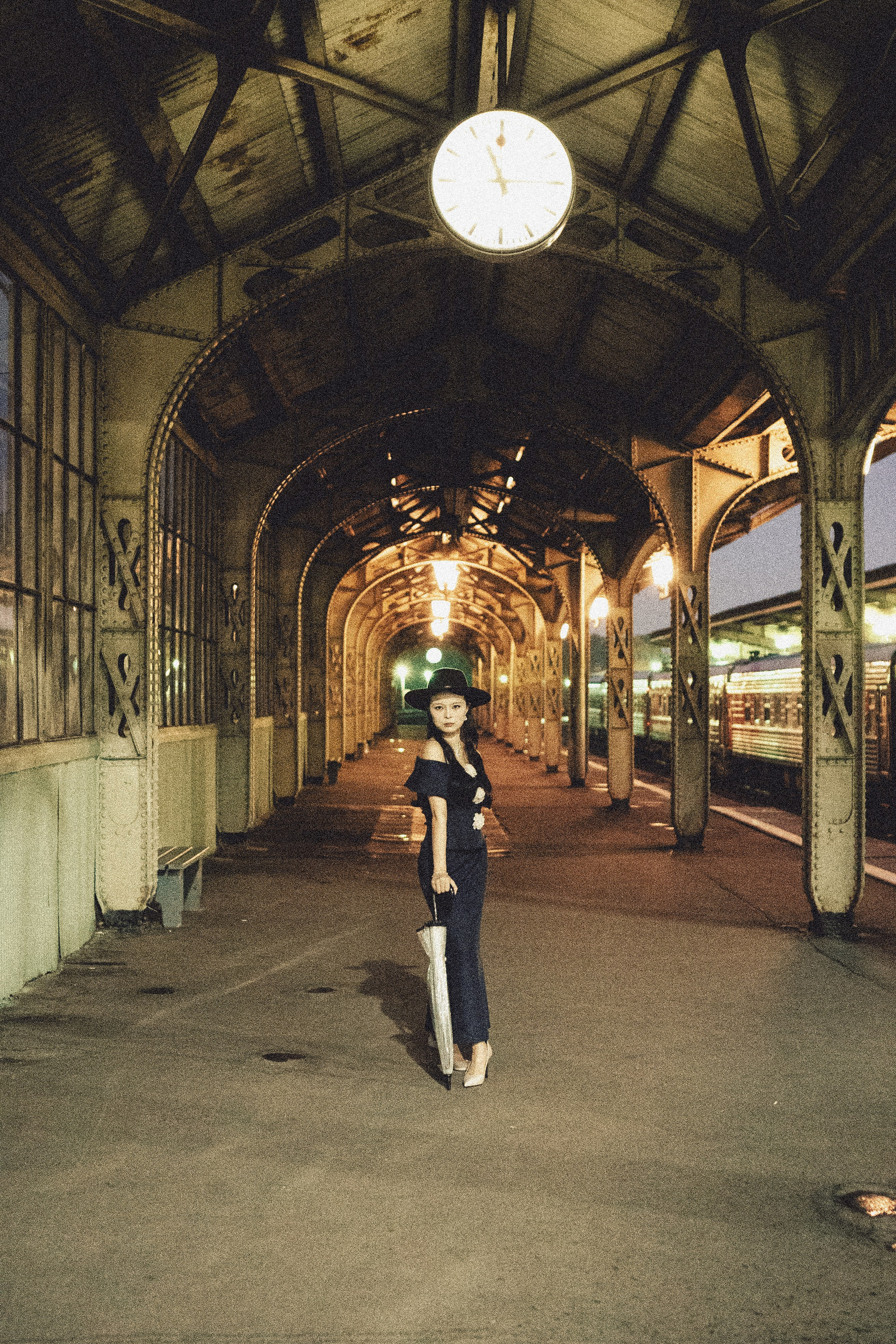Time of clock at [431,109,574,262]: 11:14
